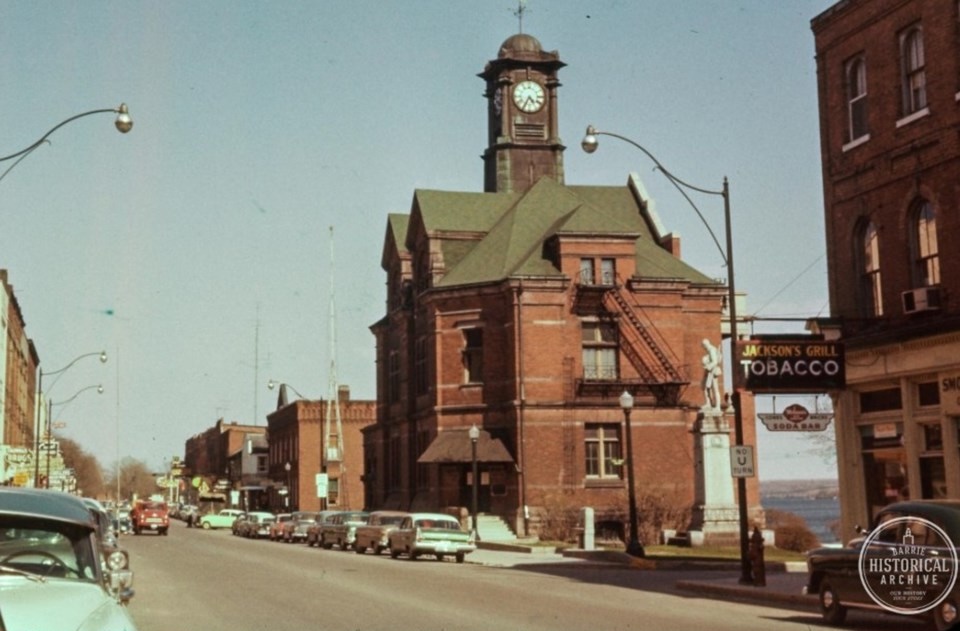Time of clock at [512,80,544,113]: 4:34
